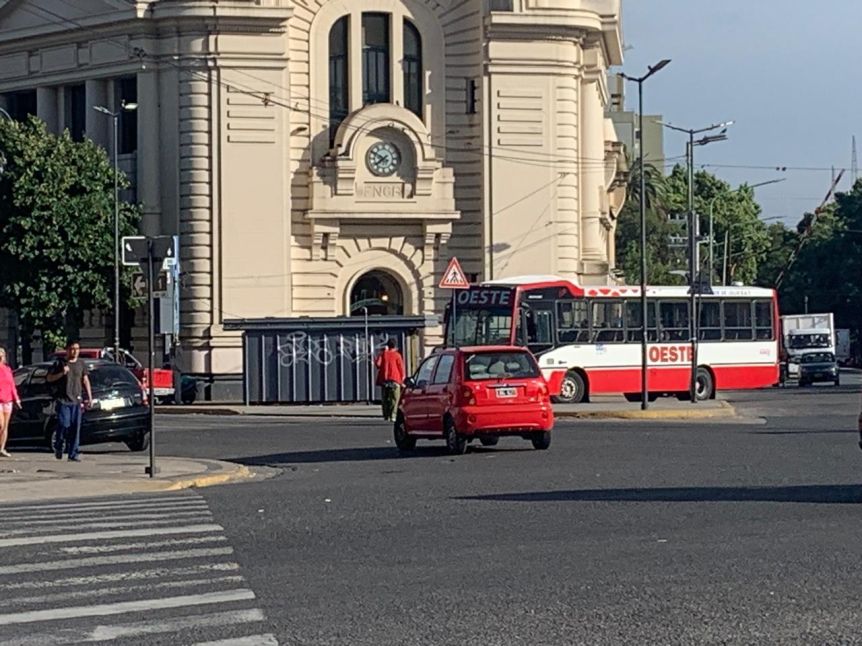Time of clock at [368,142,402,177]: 7:49
